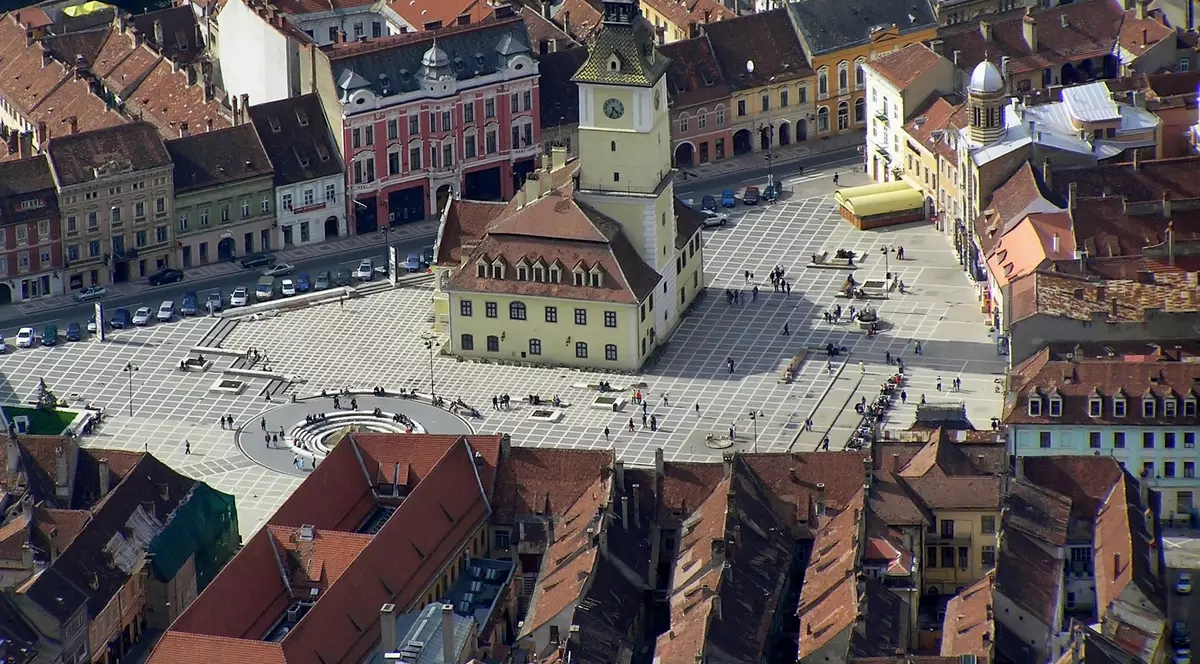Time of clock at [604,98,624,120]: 4:33
